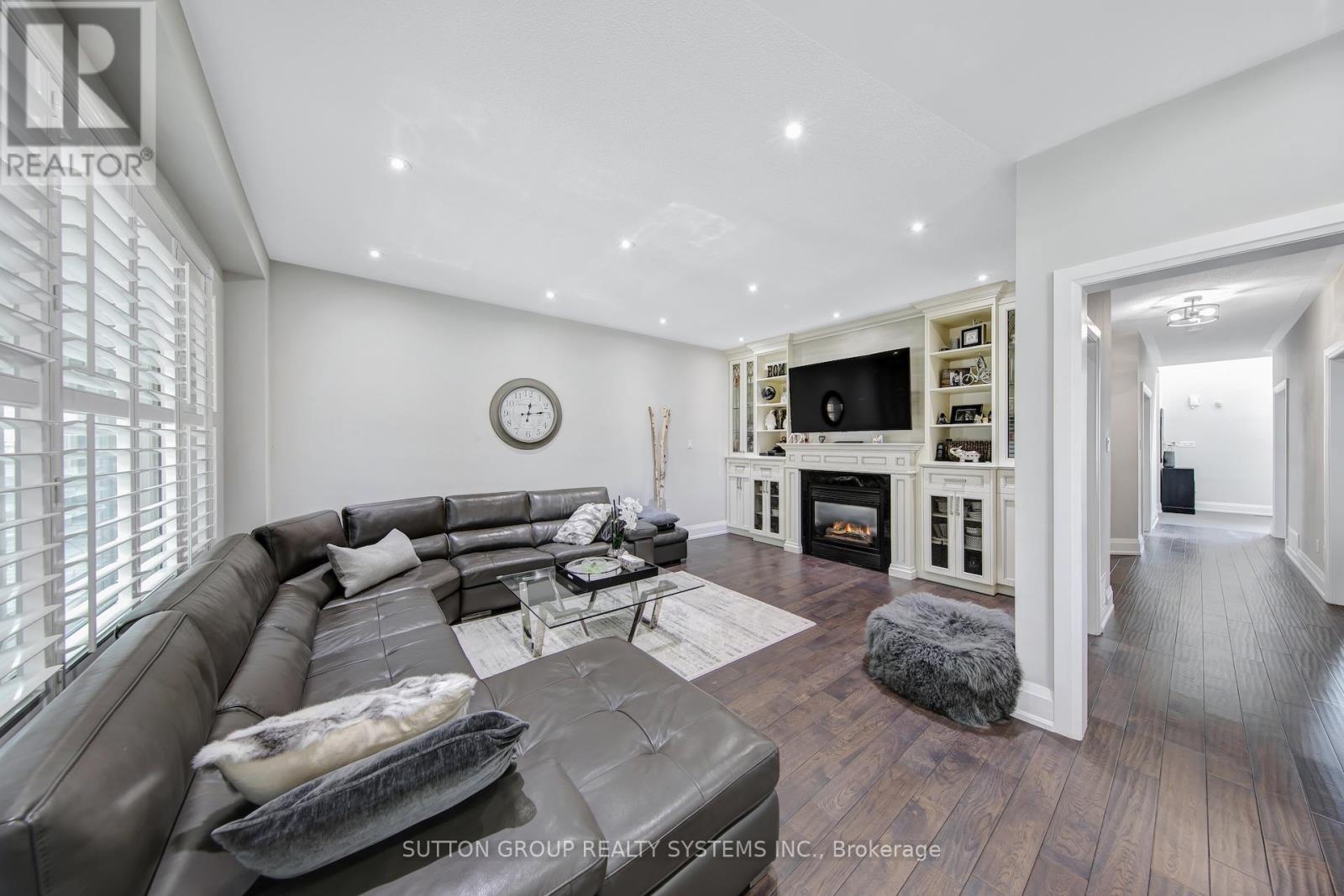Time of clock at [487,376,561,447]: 12:13
